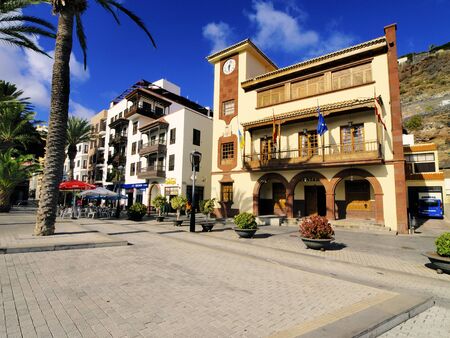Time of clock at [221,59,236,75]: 6:03
